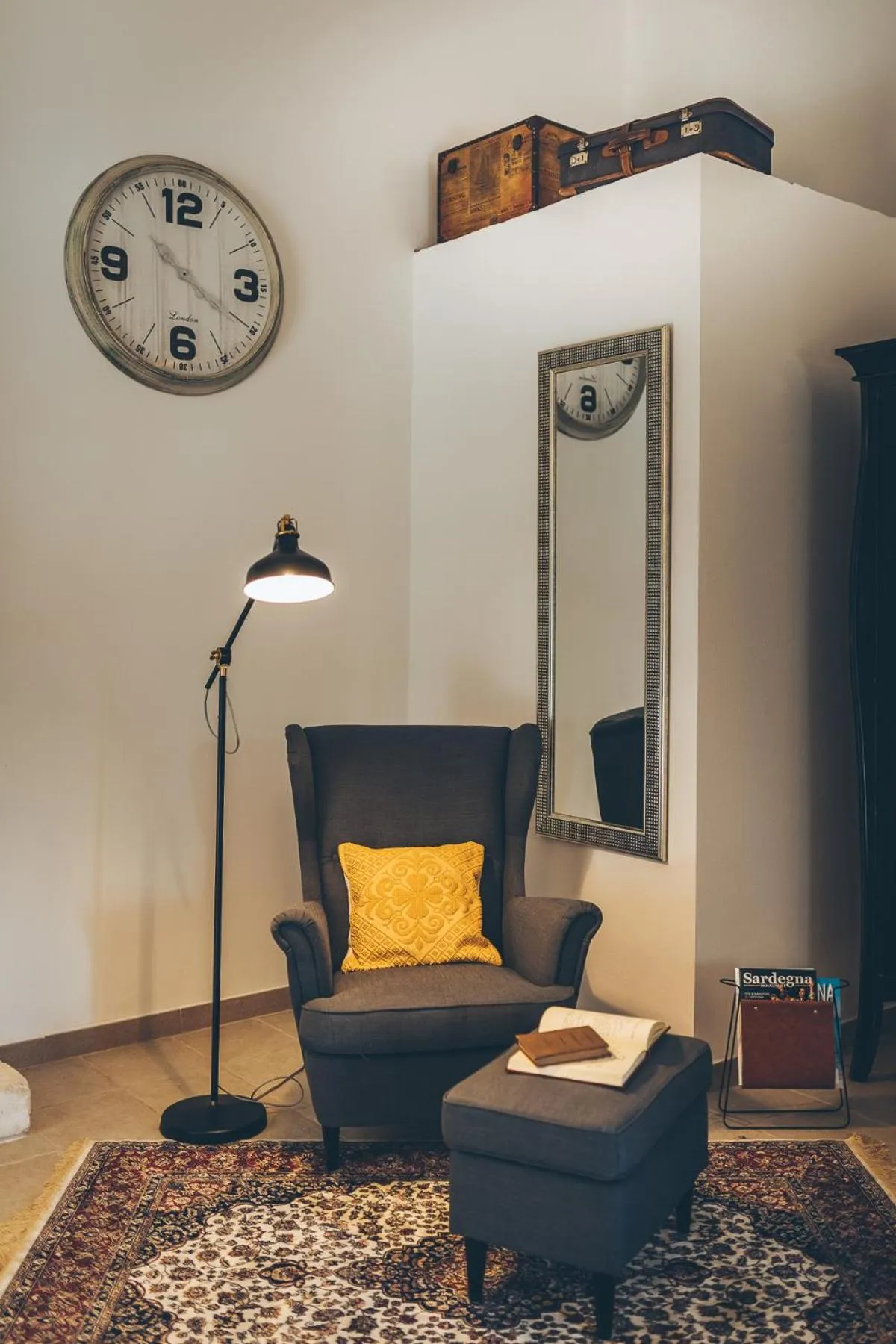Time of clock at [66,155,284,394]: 10:20
